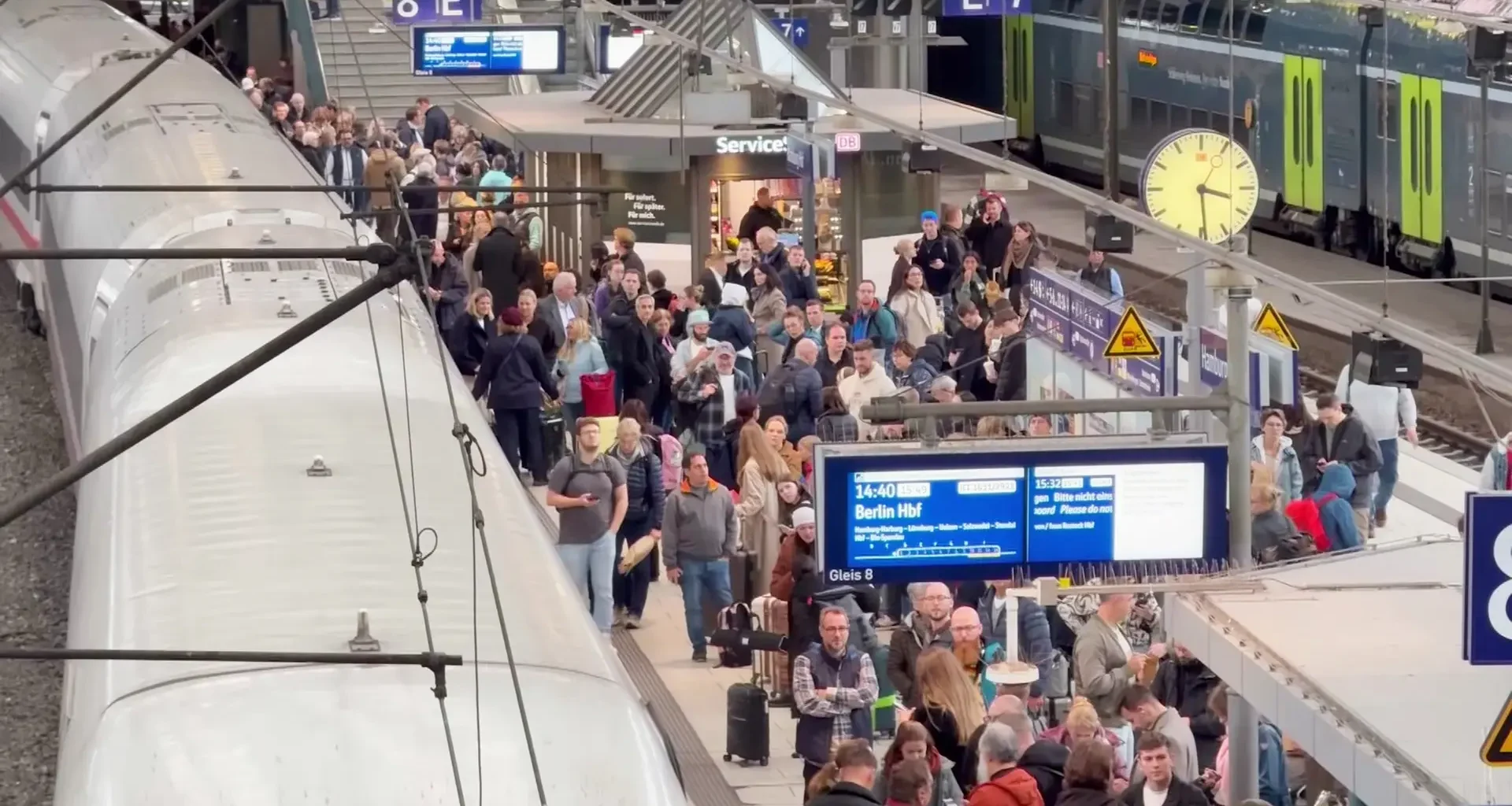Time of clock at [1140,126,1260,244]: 3:29
